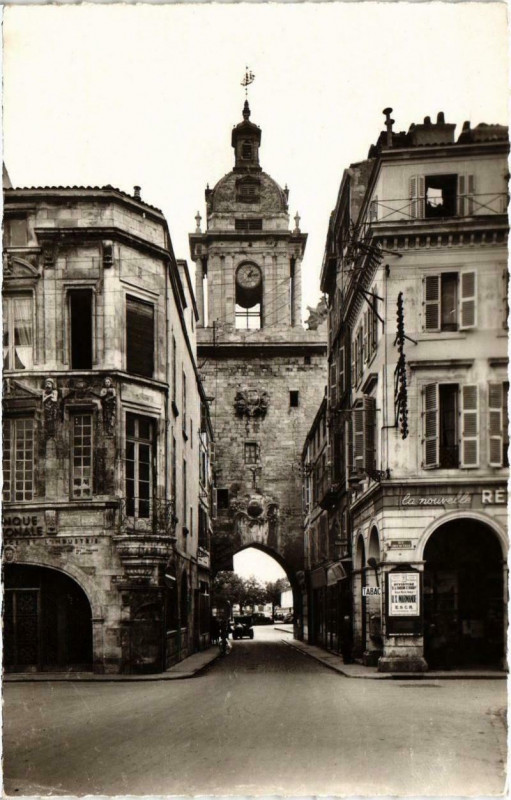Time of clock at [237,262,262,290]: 1:13
